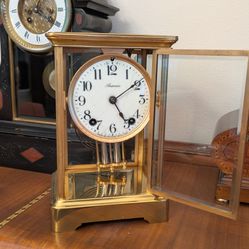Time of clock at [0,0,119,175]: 5:09
